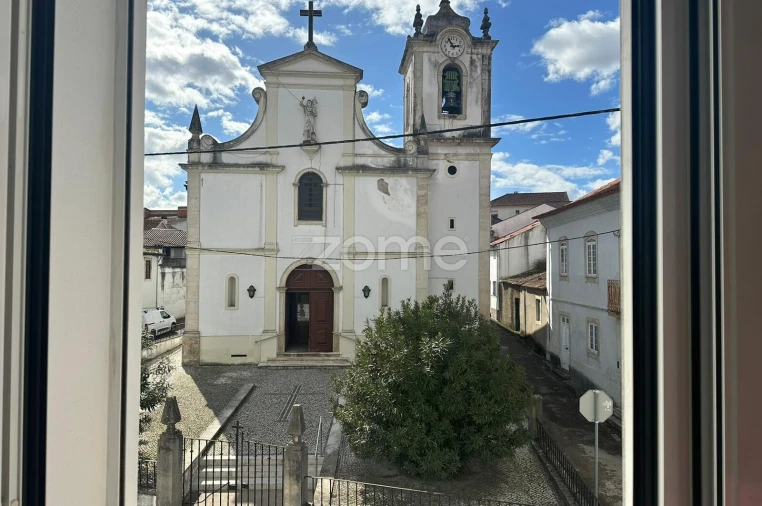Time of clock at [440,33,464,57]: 2:54
